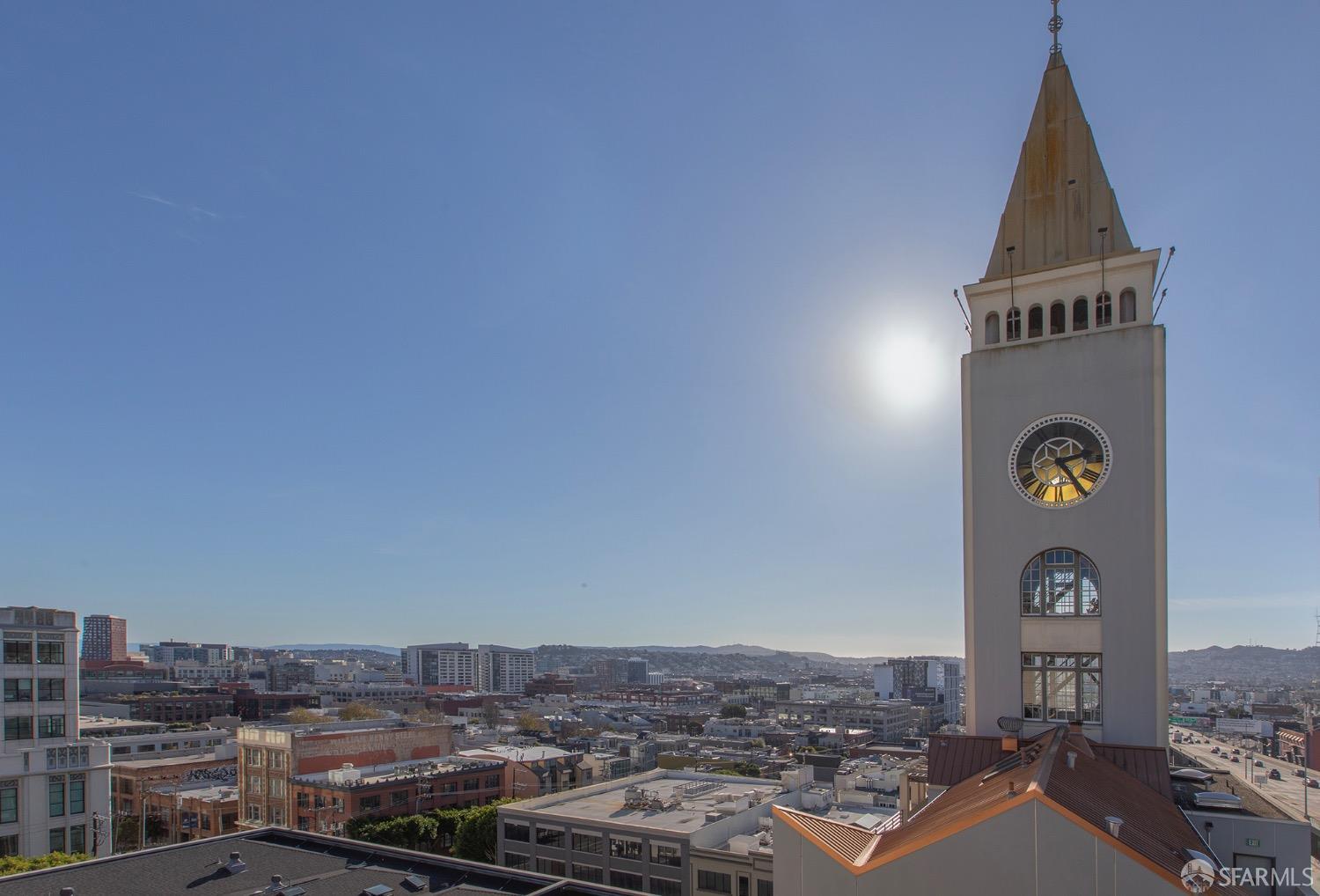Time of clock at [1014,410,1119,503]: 2:24
